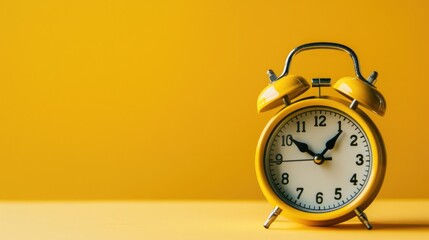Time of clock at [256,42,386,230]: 10:06
